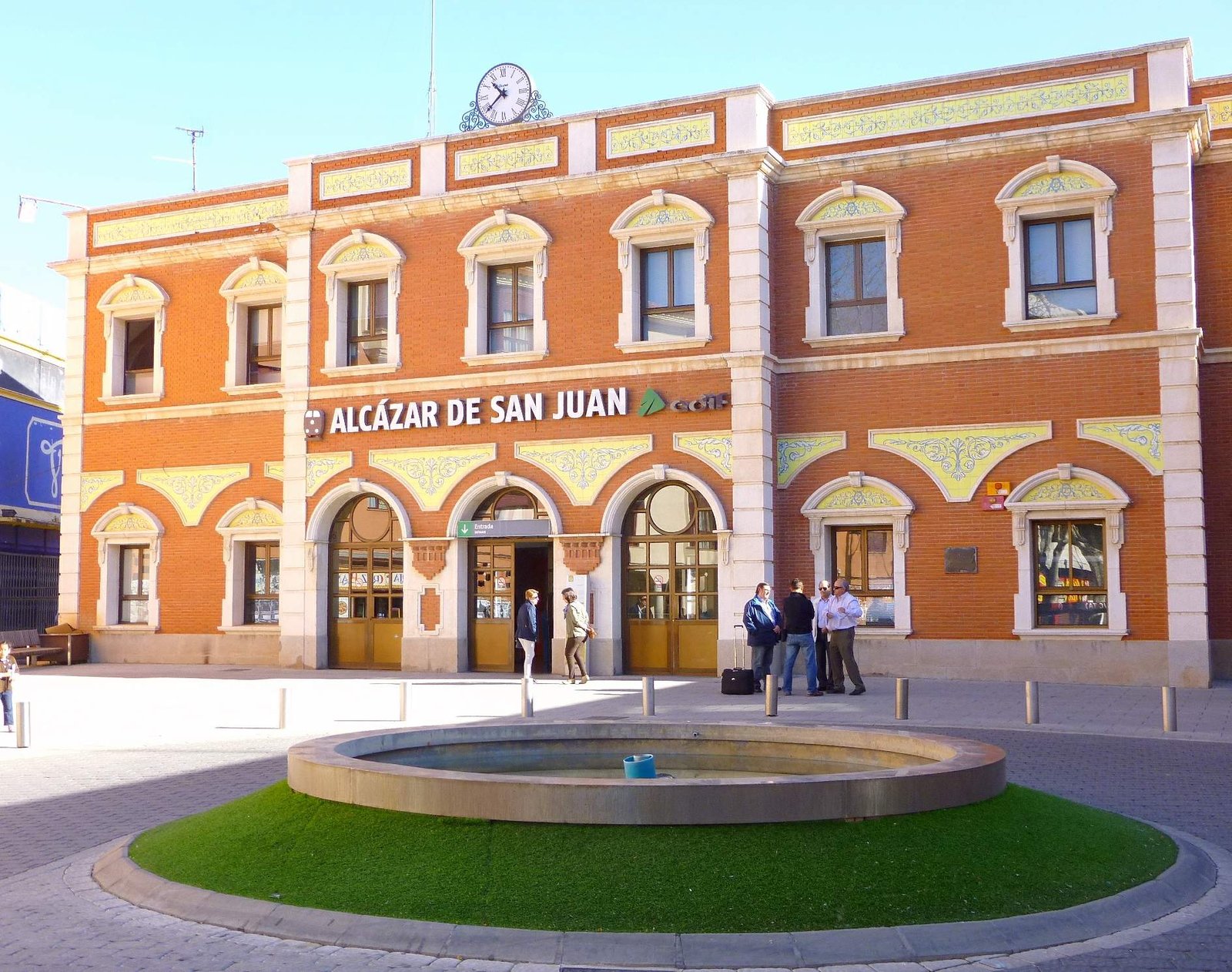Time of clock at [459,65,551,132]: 10:38
